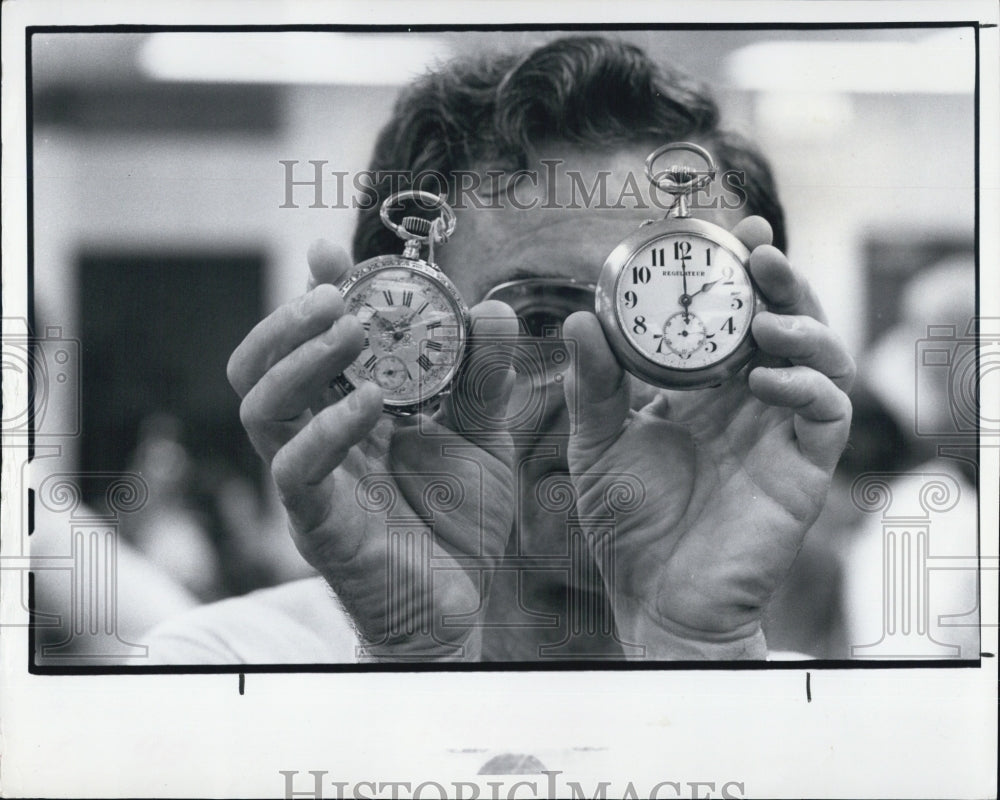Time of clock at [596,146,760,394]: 2:00
